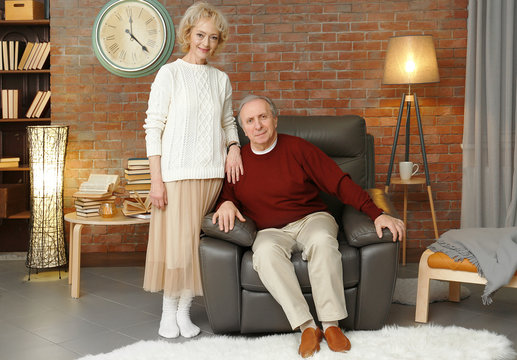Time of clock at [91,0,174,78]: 12:23
